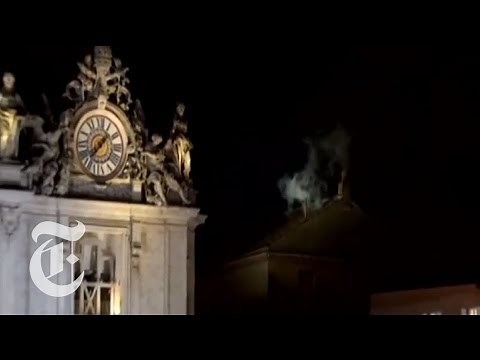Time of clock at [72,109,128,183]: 1:37
